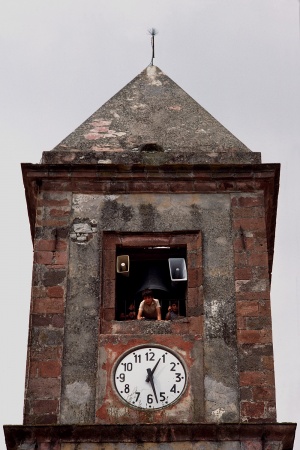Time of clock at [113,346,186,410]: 12:27
